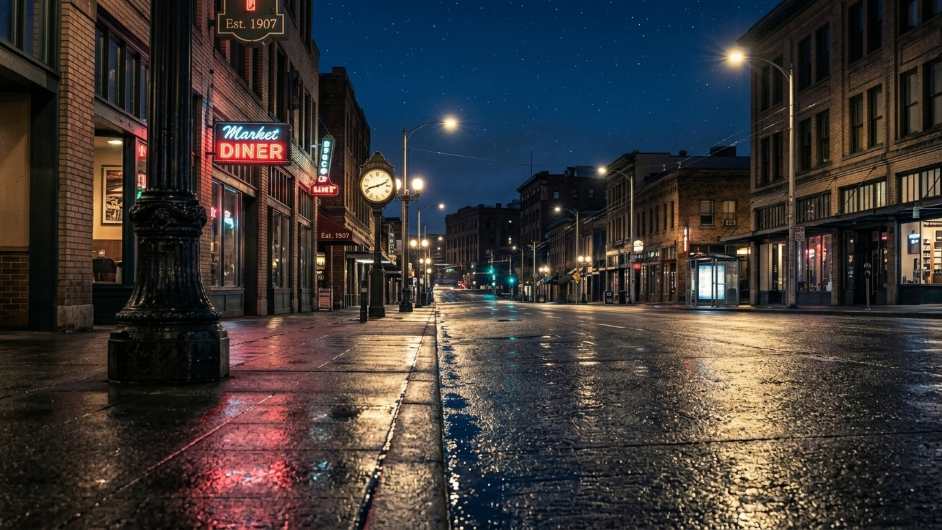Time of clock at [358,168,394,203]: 2:11
